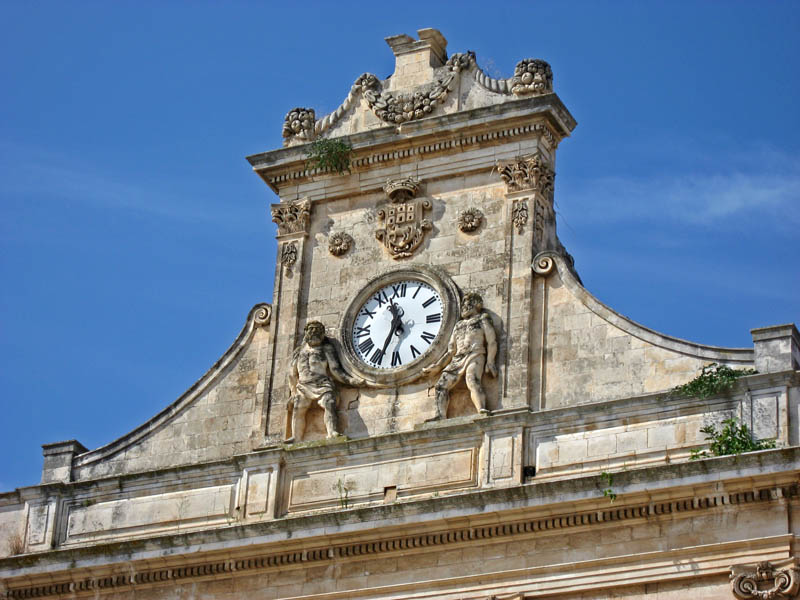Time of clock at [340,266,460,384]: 11:33
